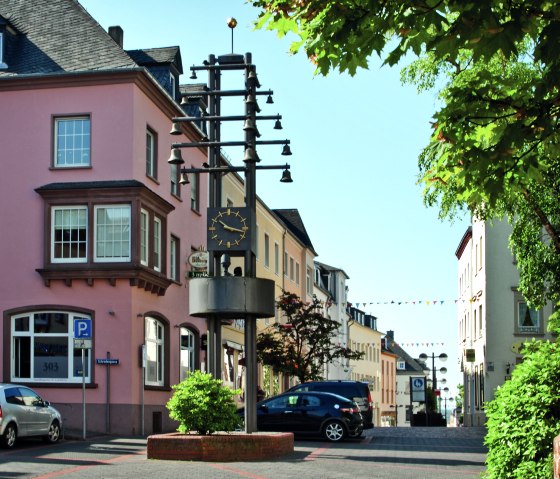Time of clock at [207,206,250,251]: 10:17
